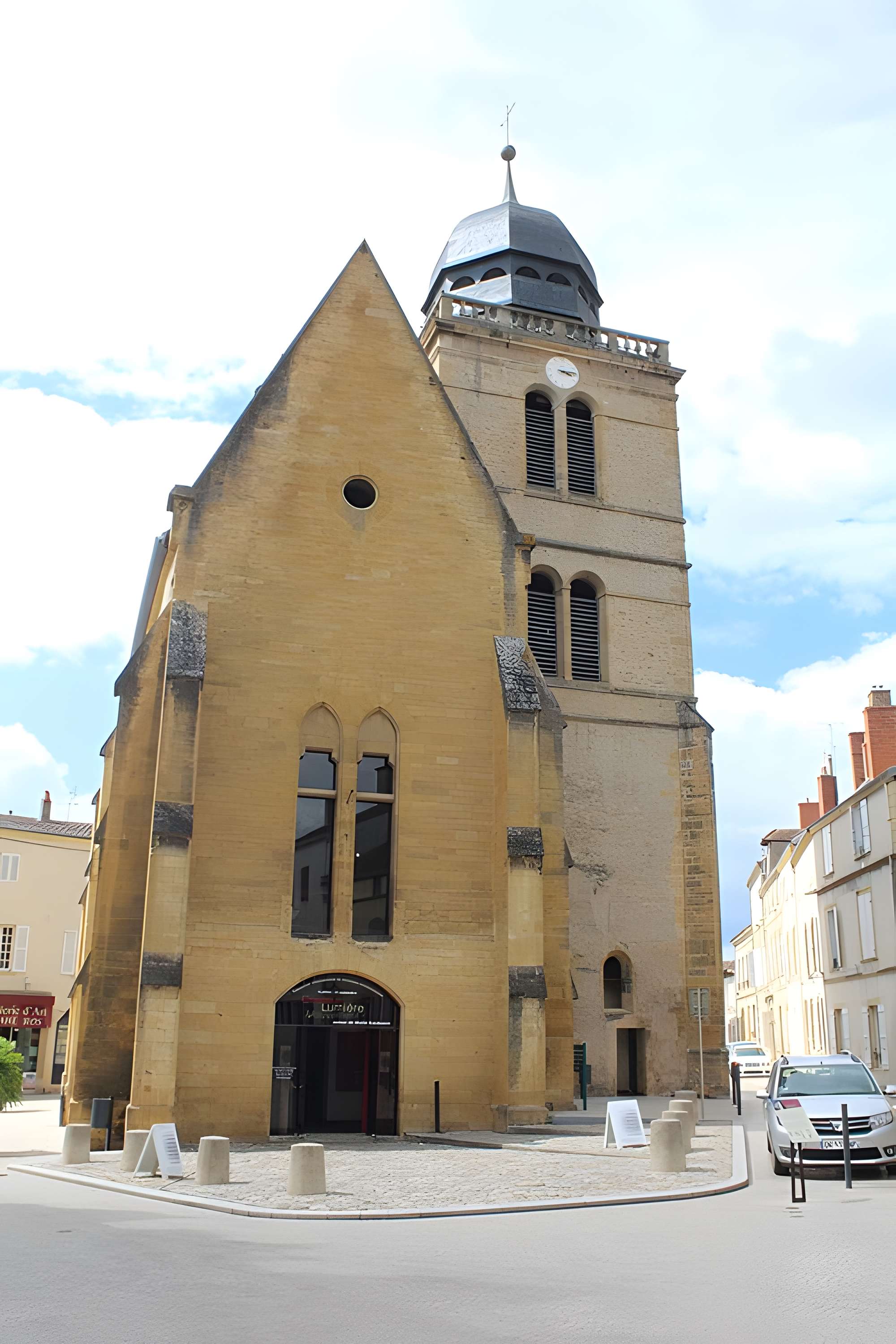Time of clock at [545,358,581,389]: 3:13
